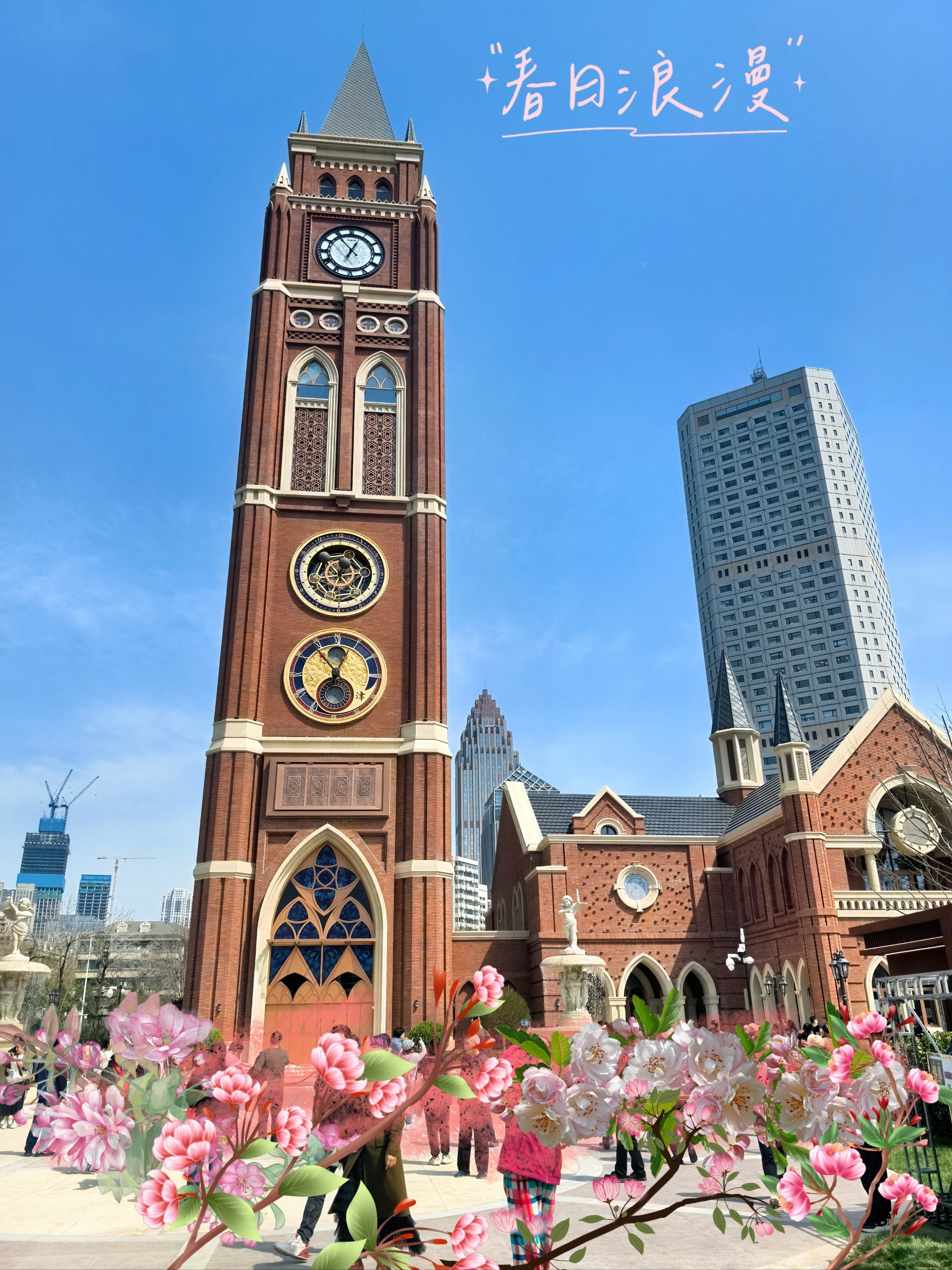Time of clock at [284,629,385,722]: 12:53
